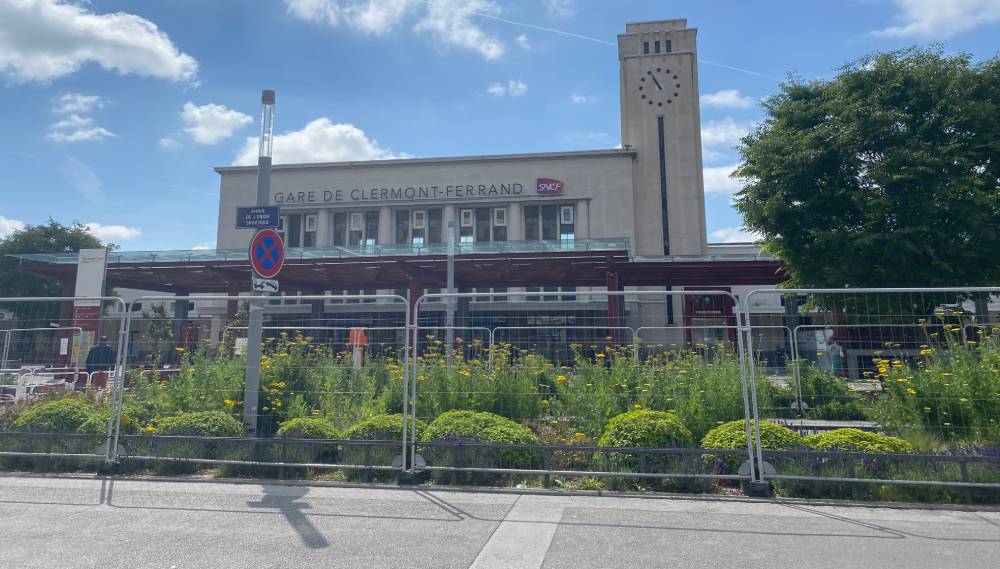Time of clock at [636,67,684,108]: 10:55
